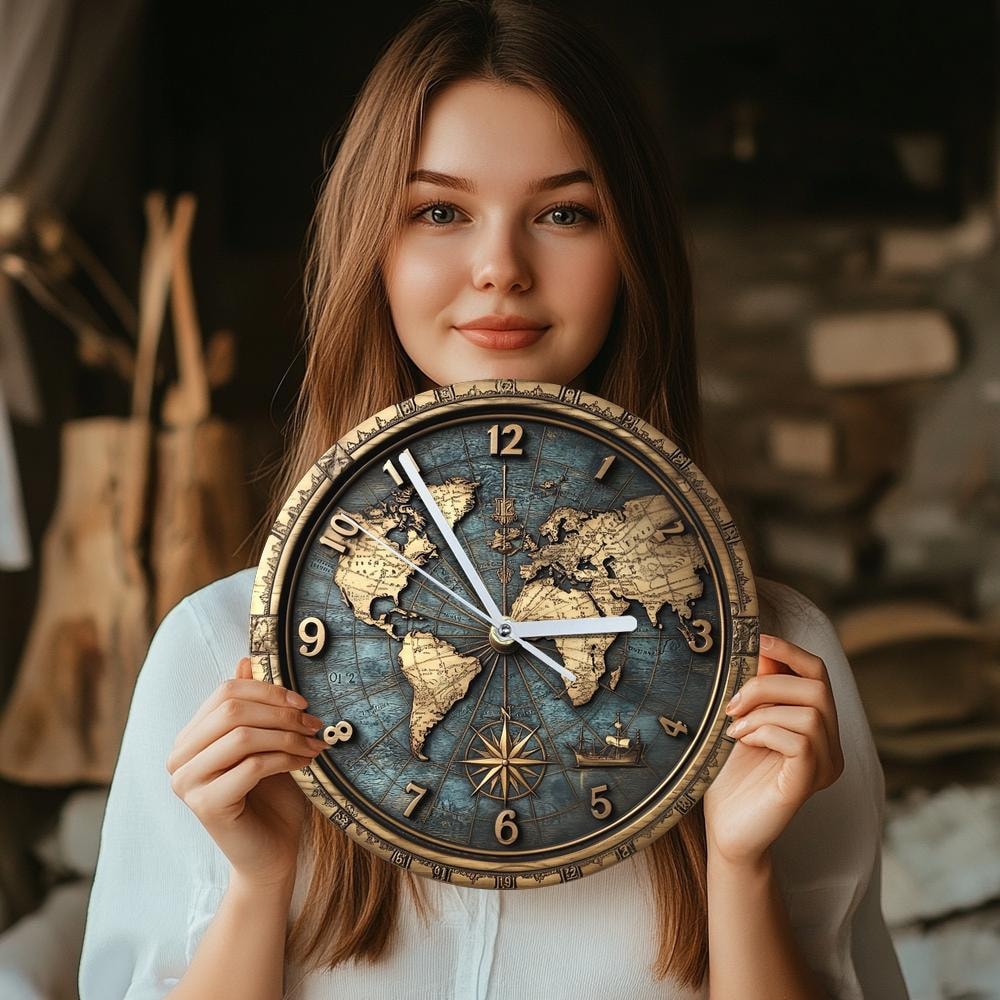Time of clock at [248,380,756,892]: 2:54
